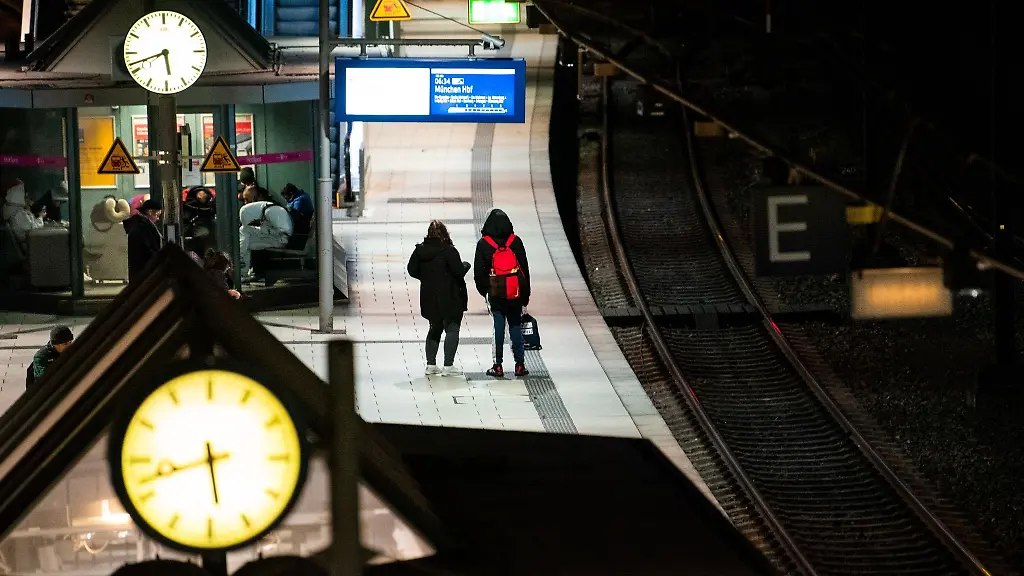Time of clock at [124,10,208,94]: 5:41
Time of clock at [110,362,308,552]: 5:42
